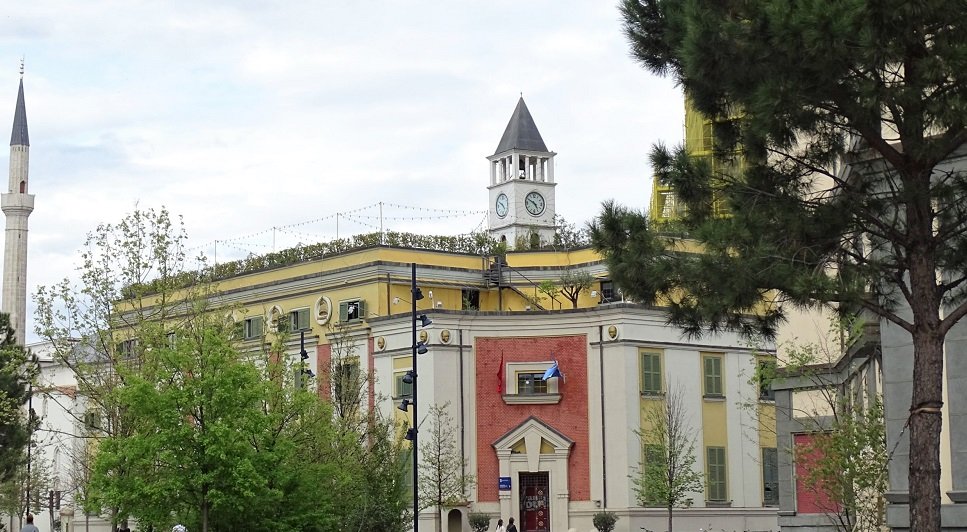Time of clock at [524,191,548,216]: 4:49
